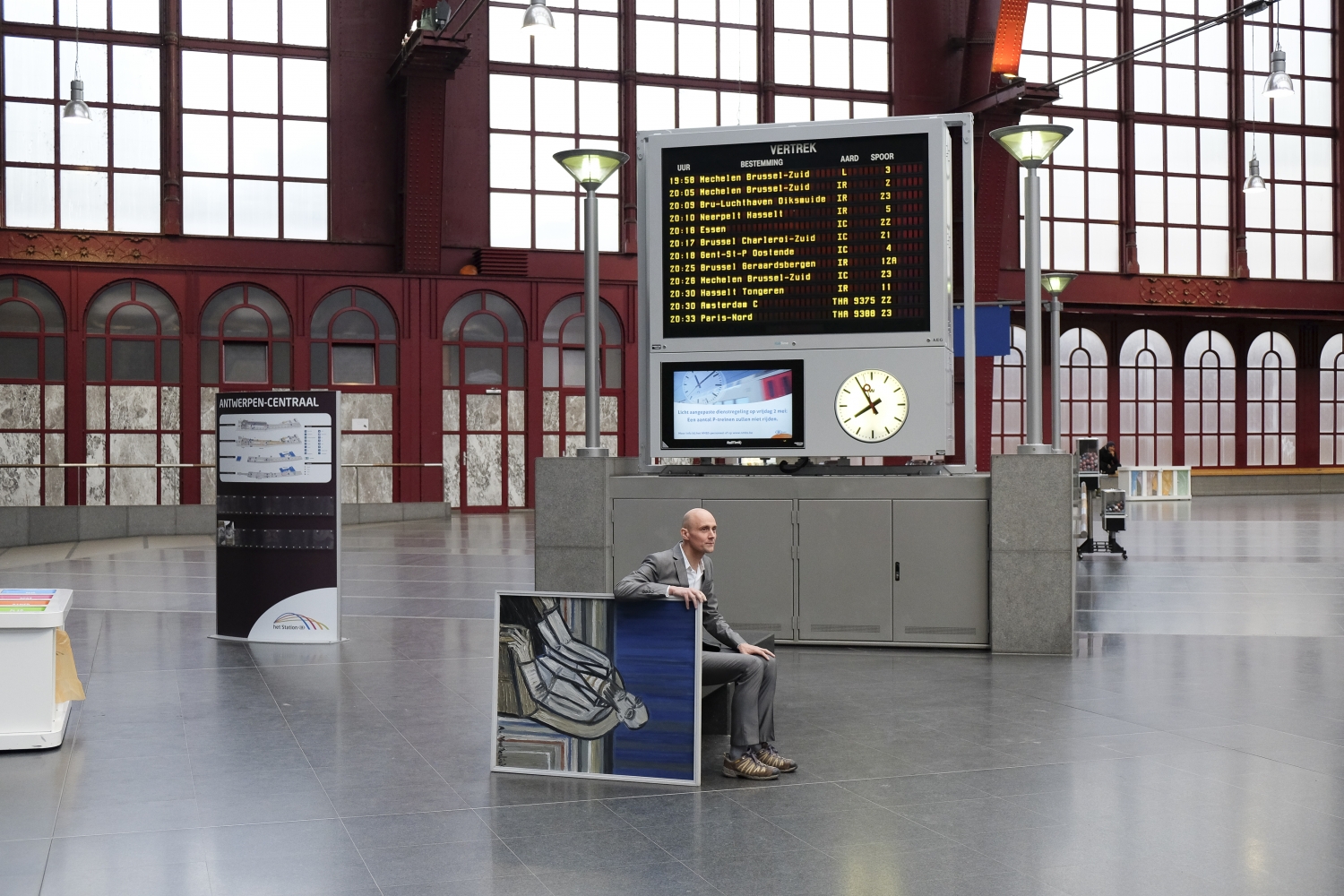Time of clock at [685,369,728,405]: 11:07
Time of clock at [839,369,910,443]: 7:55
